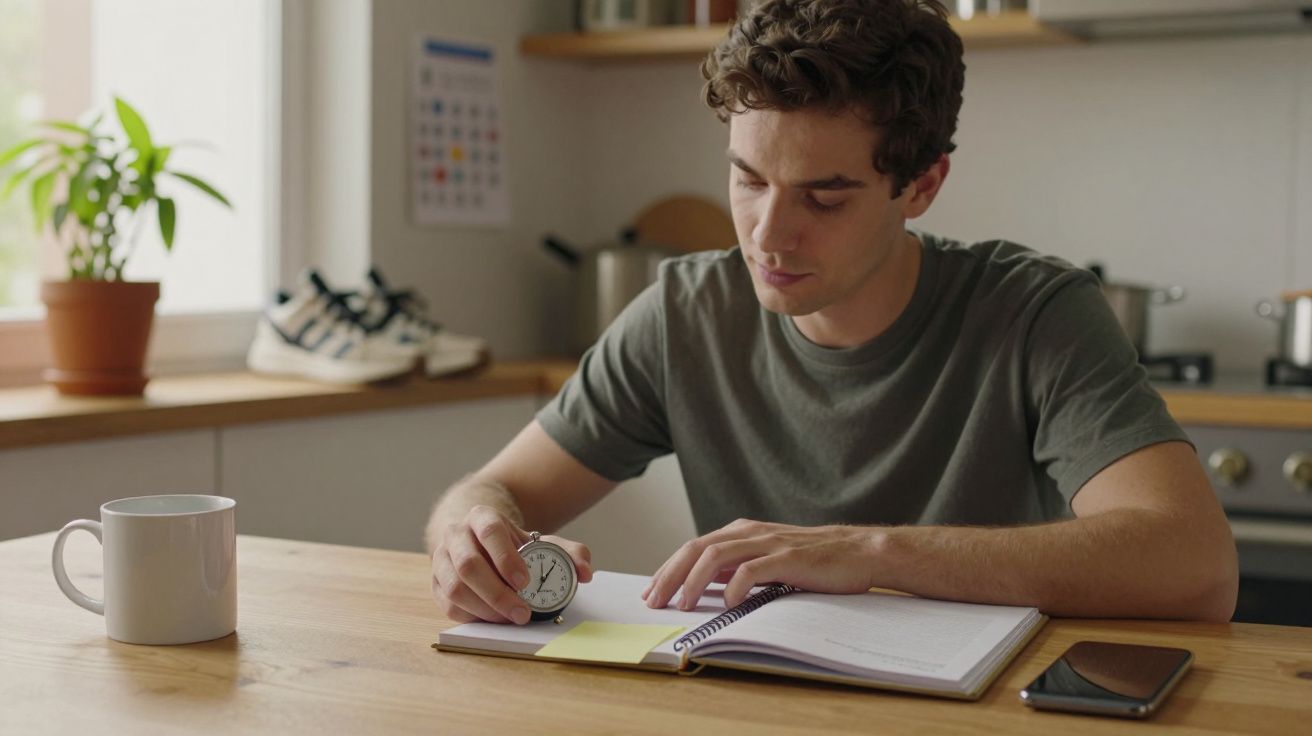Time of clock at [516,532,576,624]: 12:06
